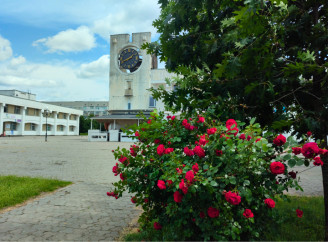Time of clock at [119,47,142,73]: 1:40
